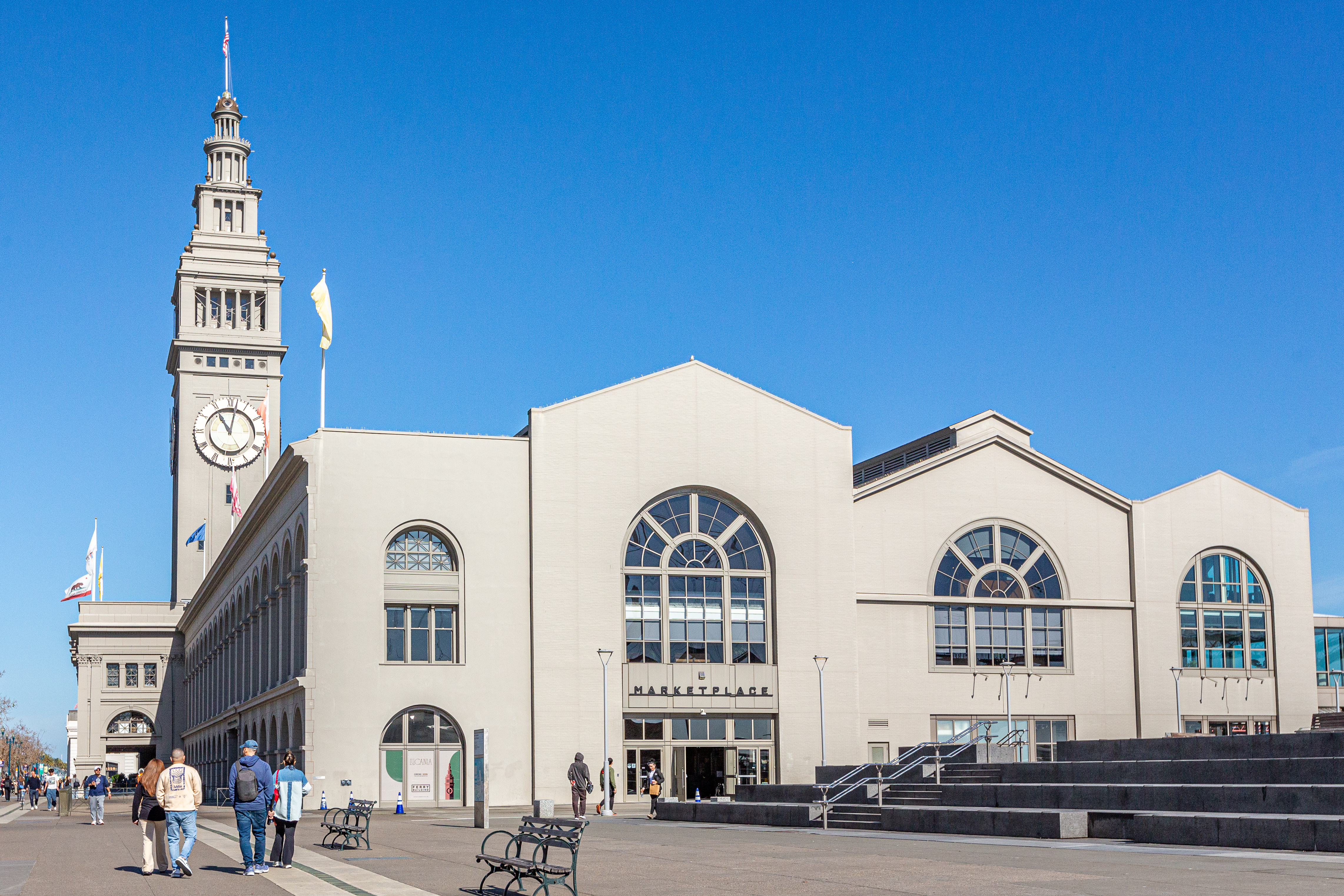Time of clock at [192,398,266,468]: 11:02
